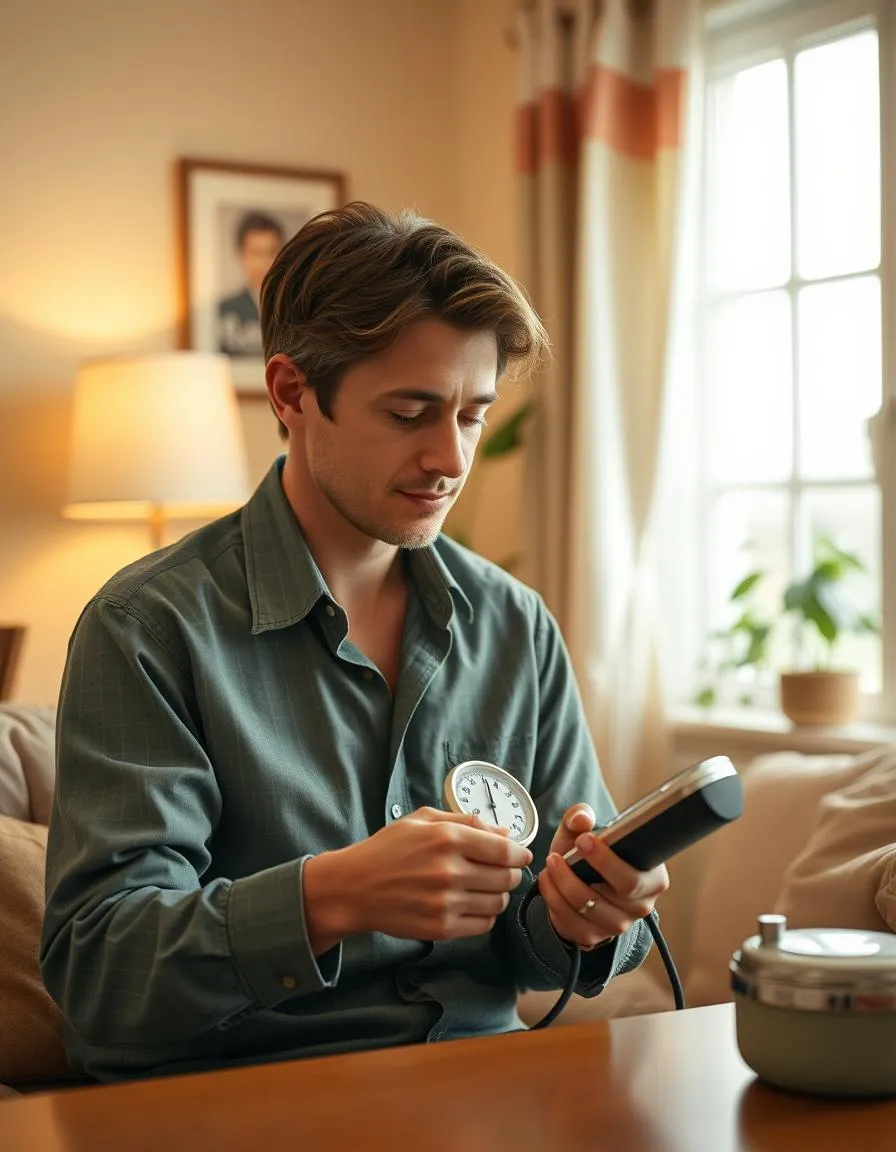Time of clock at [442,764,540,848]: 6:01
